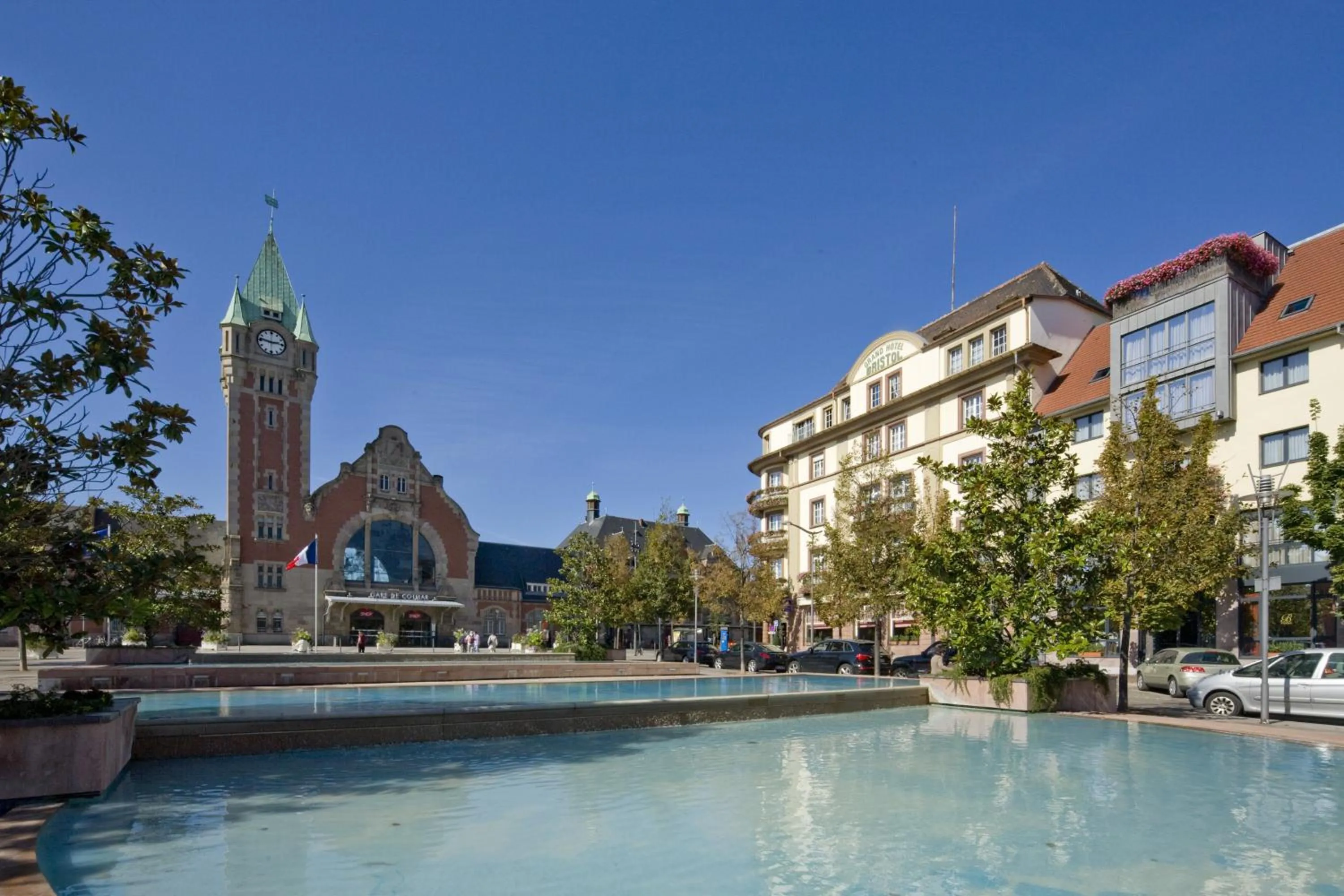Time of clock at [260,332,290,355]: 2:46
